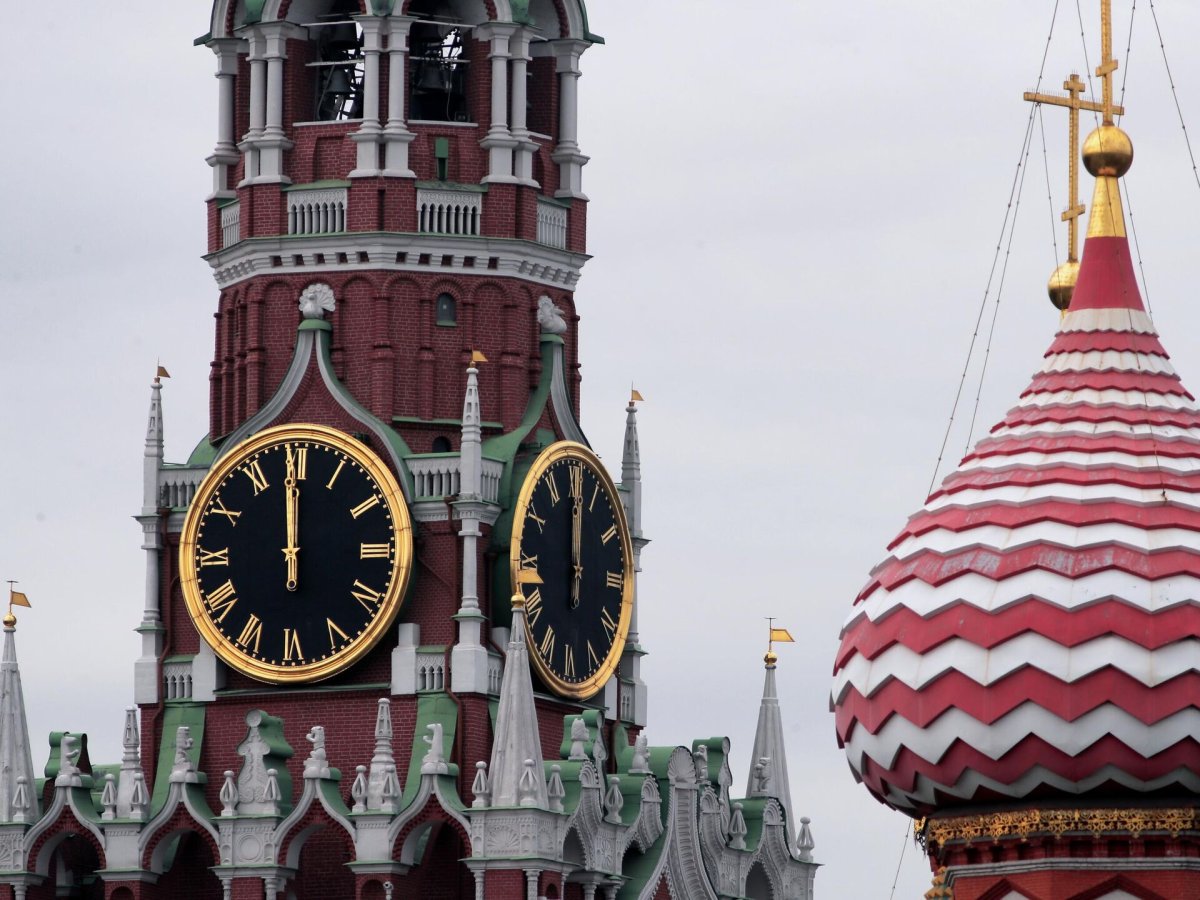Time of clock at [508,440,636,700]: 12:00
